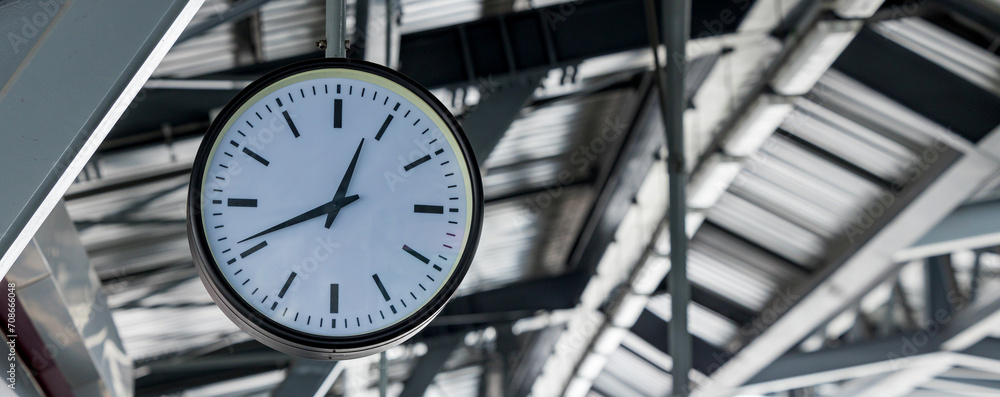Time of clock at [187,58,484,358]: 12:41
